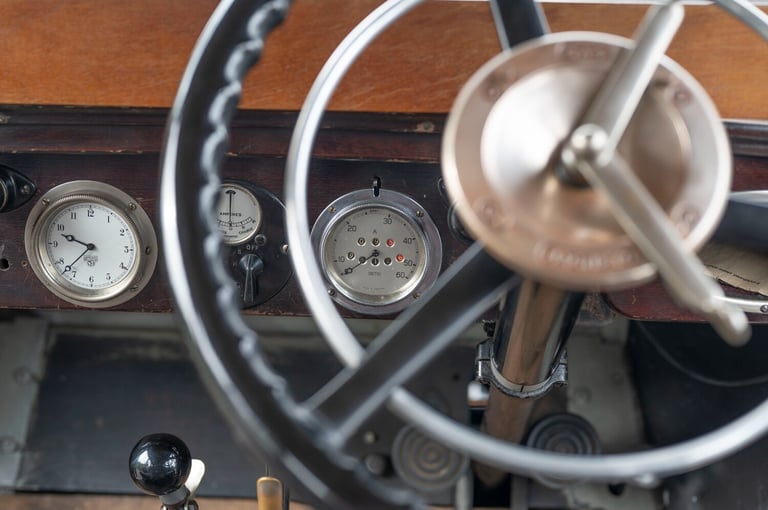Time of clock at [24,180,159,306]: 9:37
